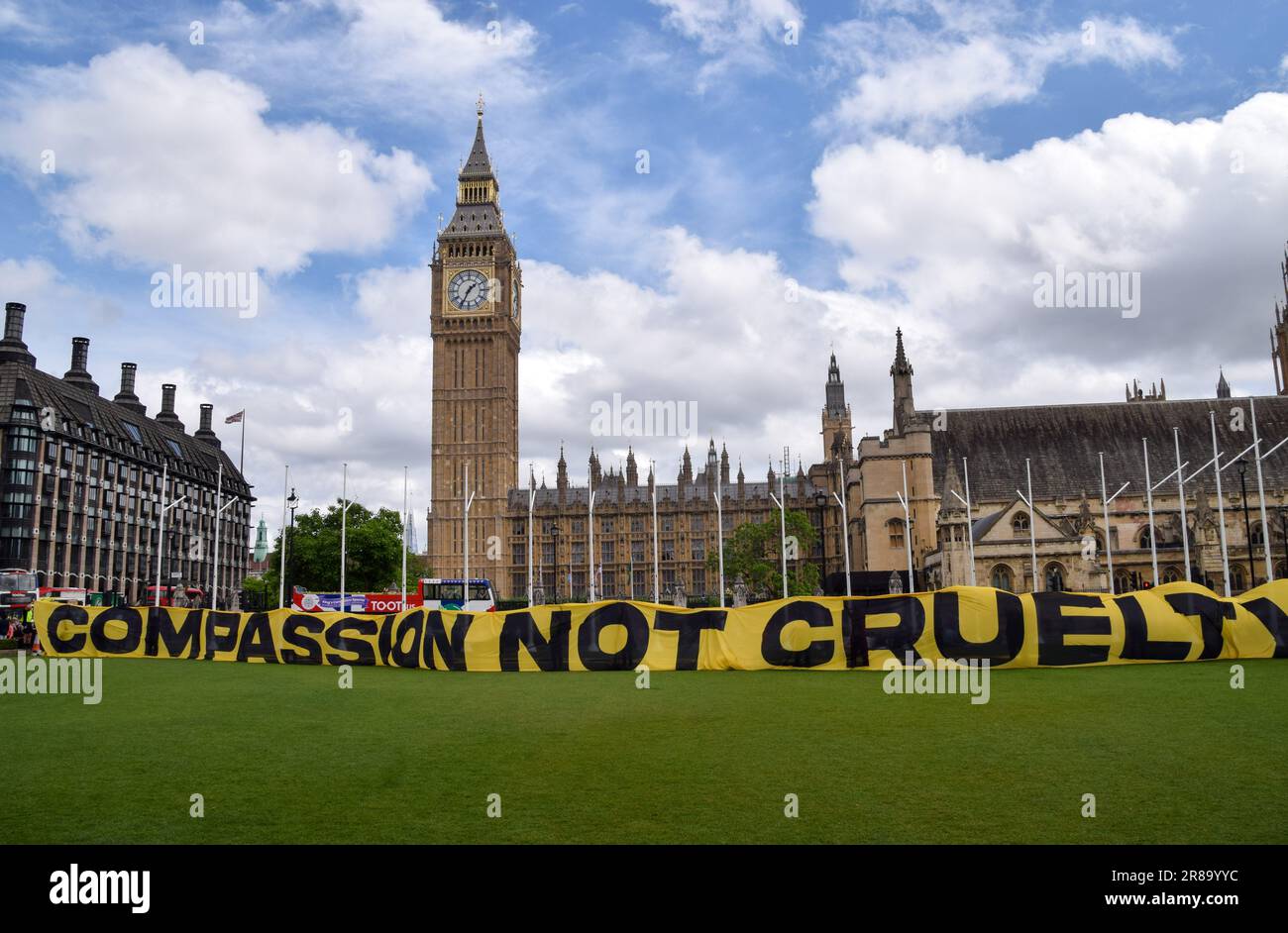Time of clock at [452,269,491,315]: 1:34
